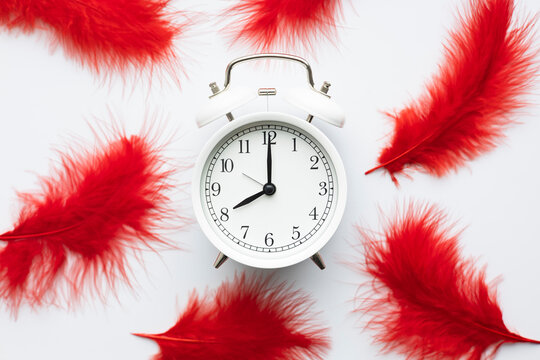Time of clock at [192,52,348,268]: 8:00
